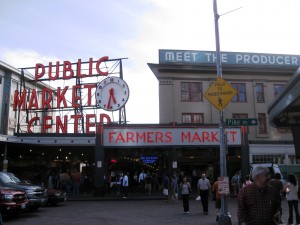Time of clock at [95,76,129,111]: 5:32
